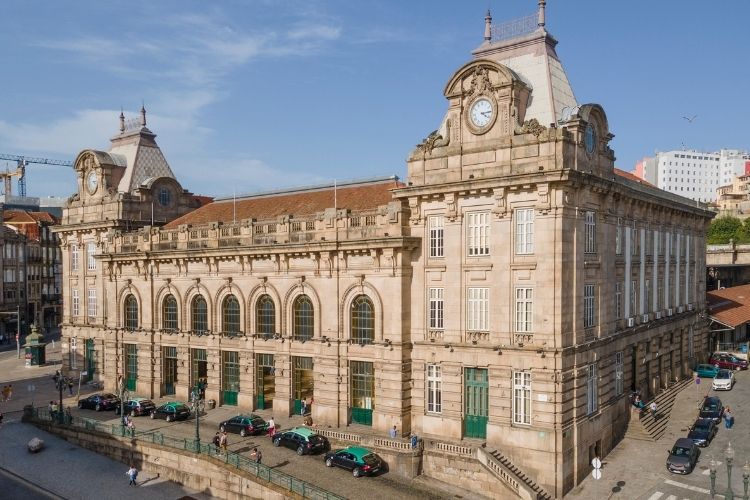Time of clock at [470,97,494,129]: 4:13
